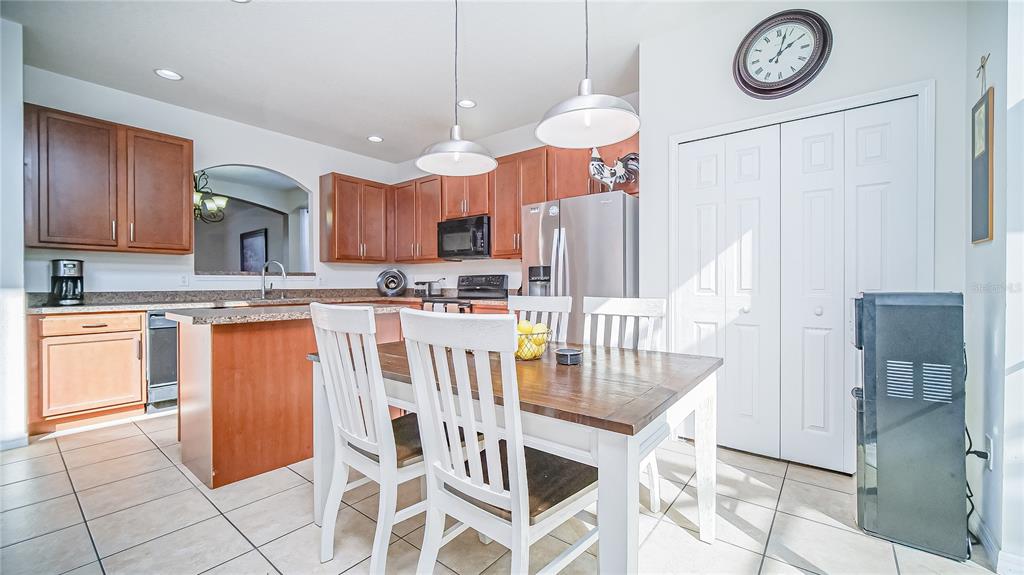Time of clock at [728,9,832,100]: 2:02
